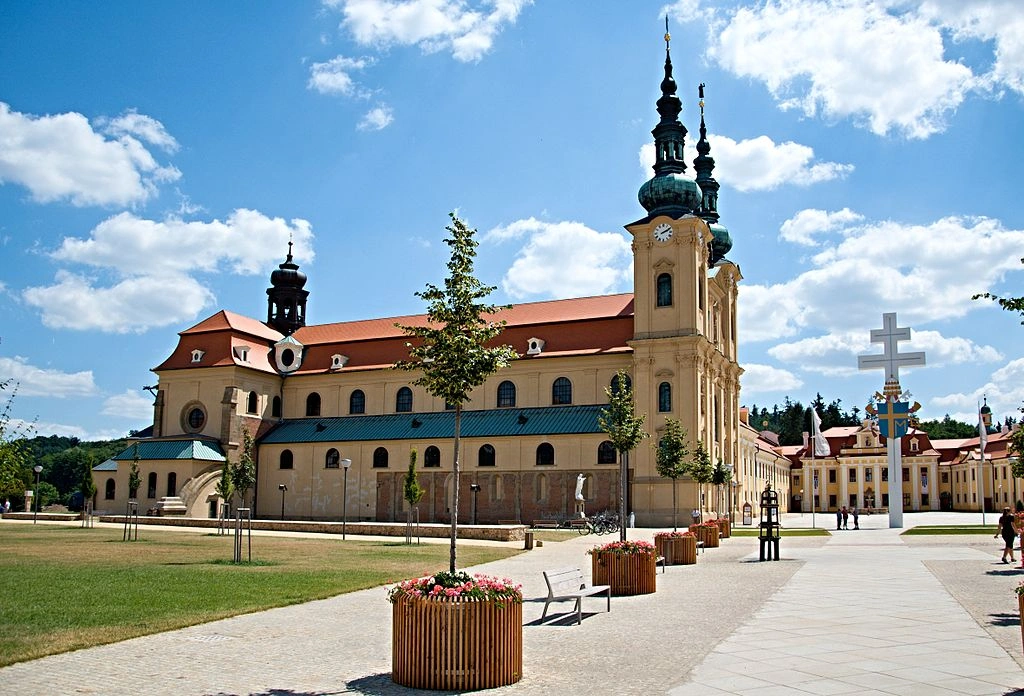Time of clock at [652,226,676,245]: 2:09
